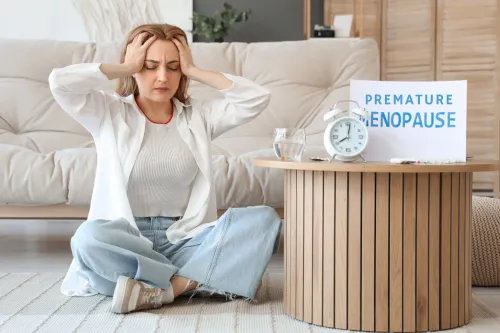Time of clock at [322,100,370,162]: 8:01
